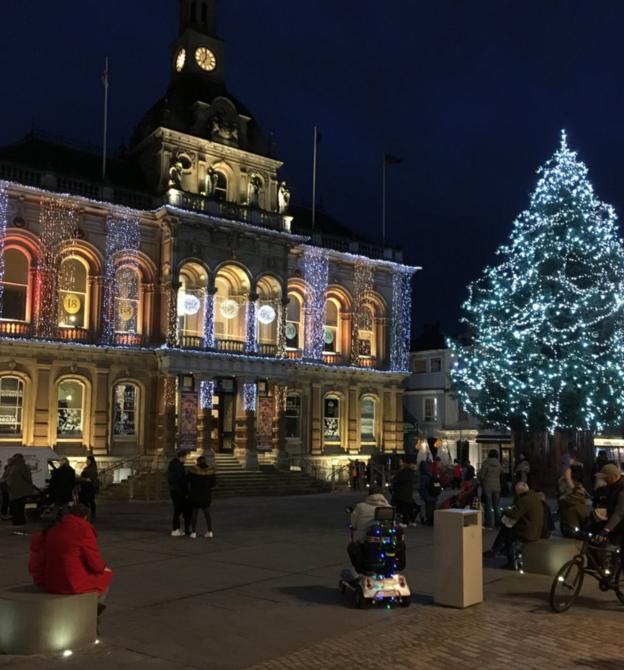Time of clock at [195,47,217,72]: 7:00
